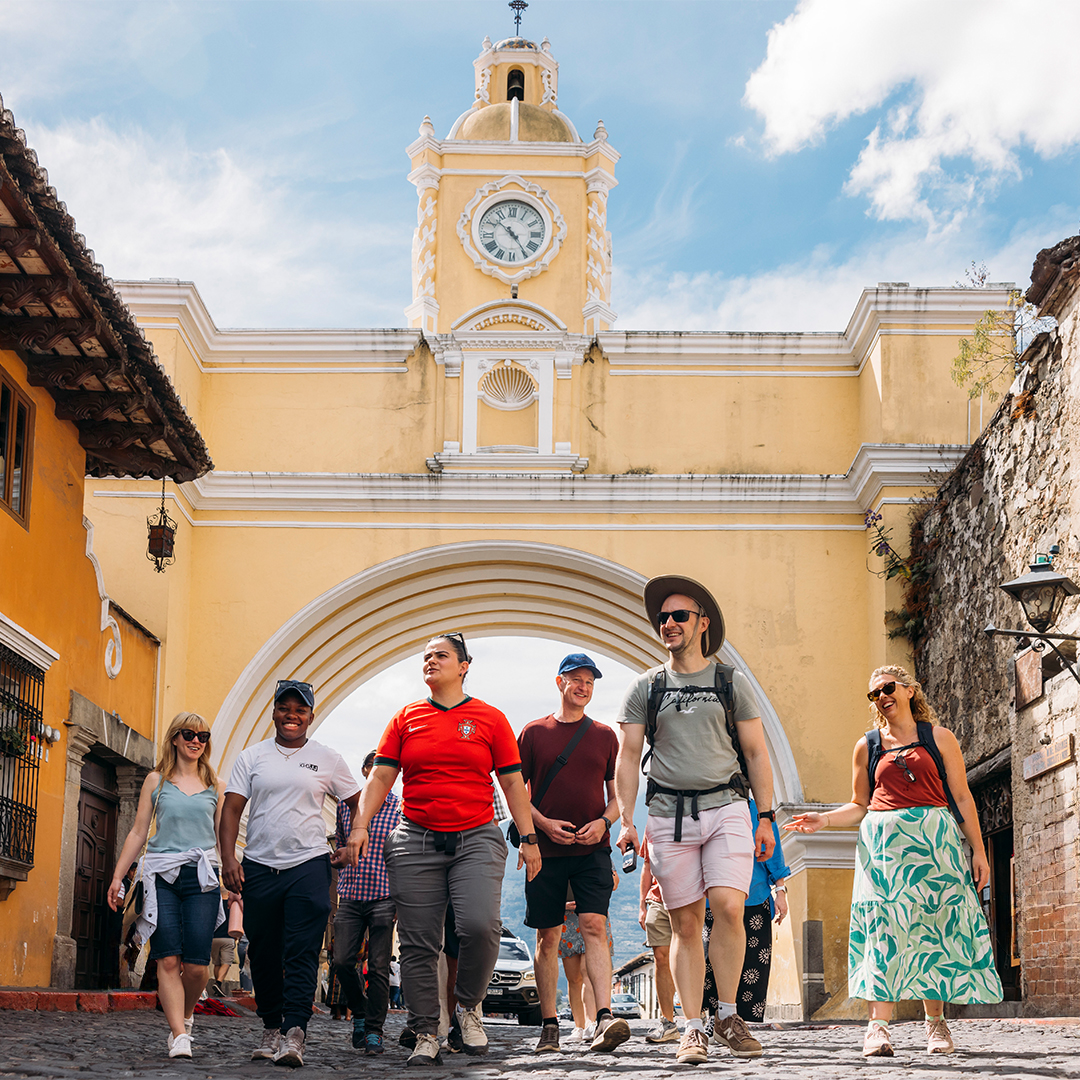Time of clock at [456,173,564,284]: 10:24
